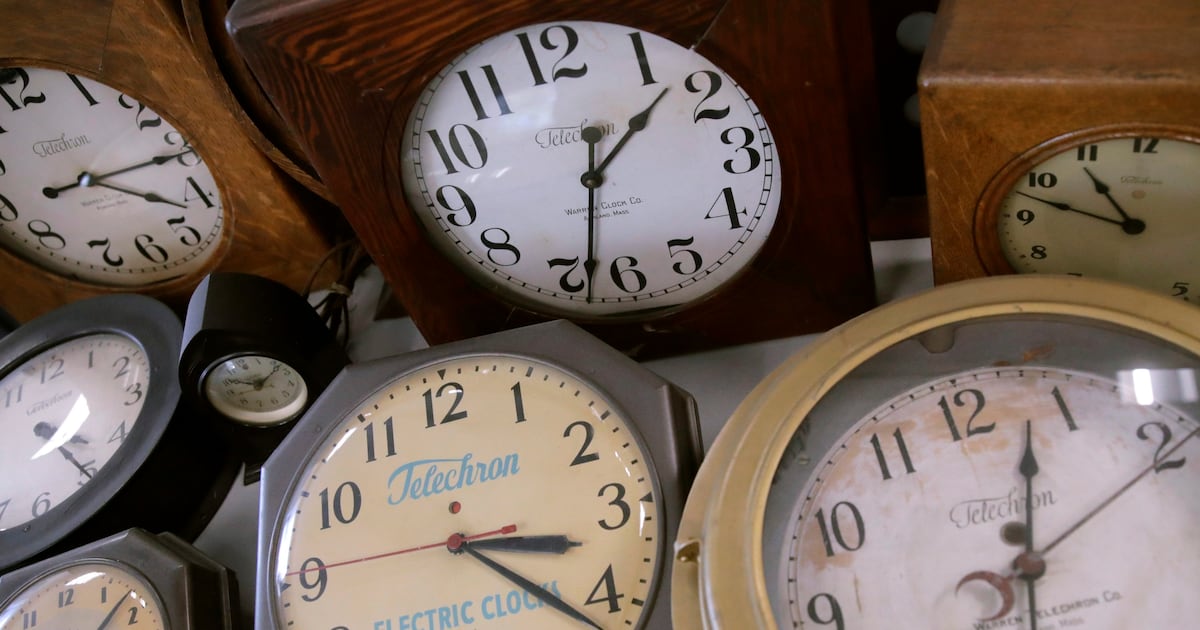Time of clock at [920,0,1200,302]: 10:47
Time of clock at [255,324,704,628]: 3:21
